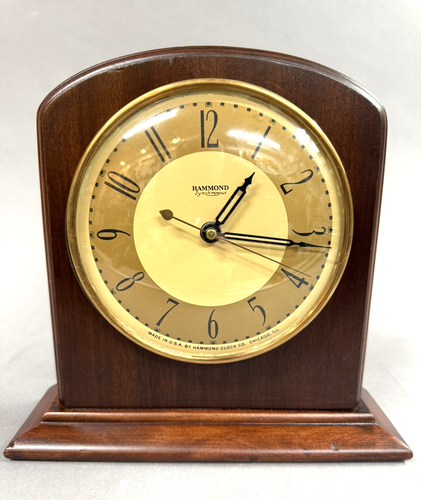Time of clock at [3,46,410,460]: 1:16
